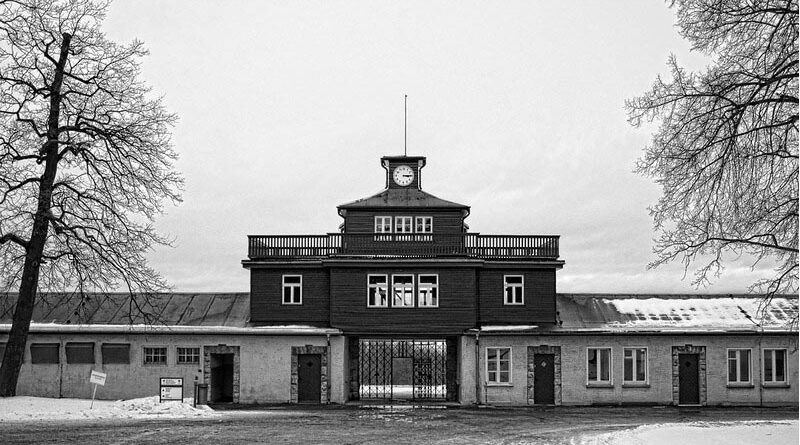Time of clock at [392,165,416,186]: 3:14
